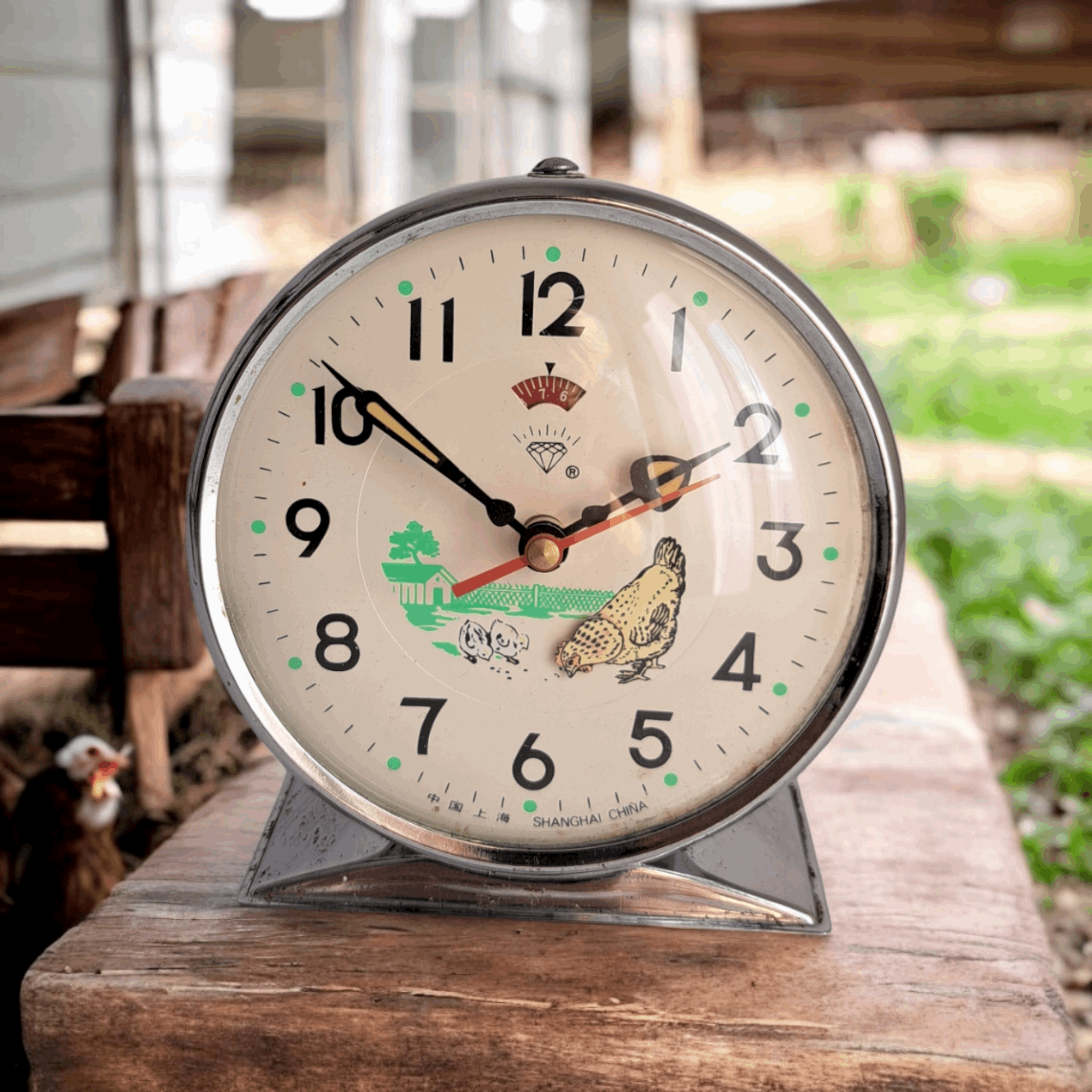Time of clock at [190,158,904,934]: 1:51
